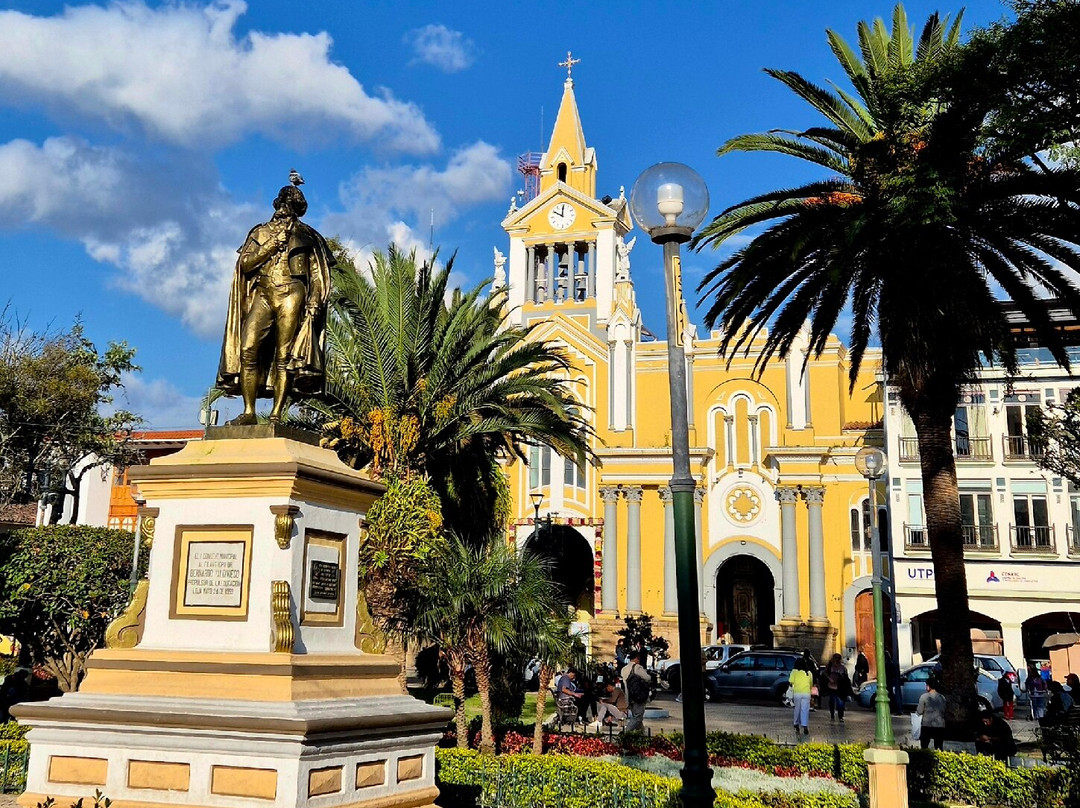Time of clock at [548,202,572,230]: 10:00
